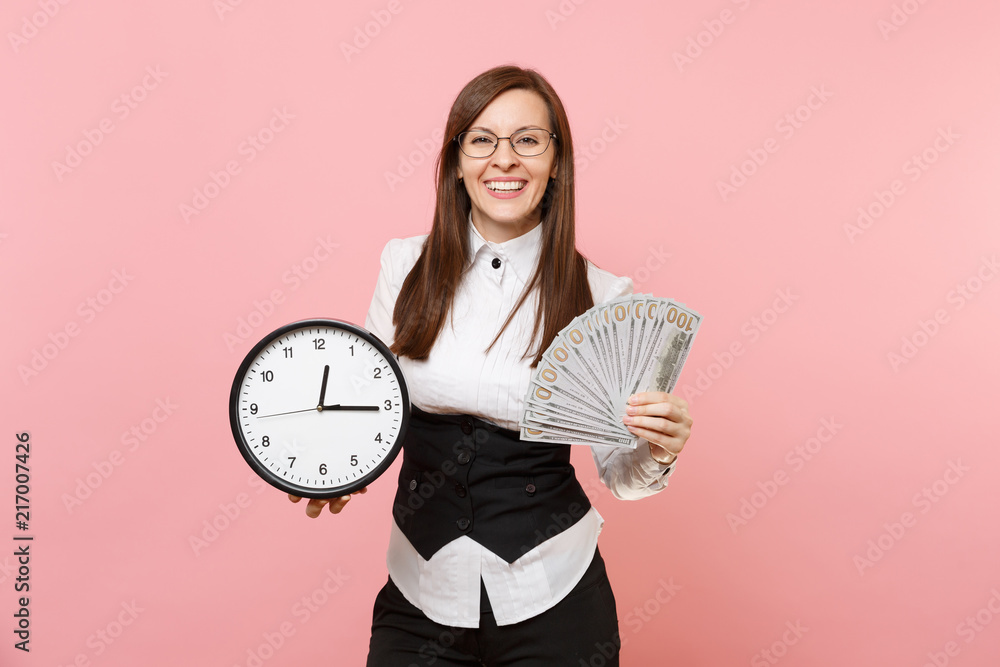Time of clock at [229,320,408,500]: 12:15
